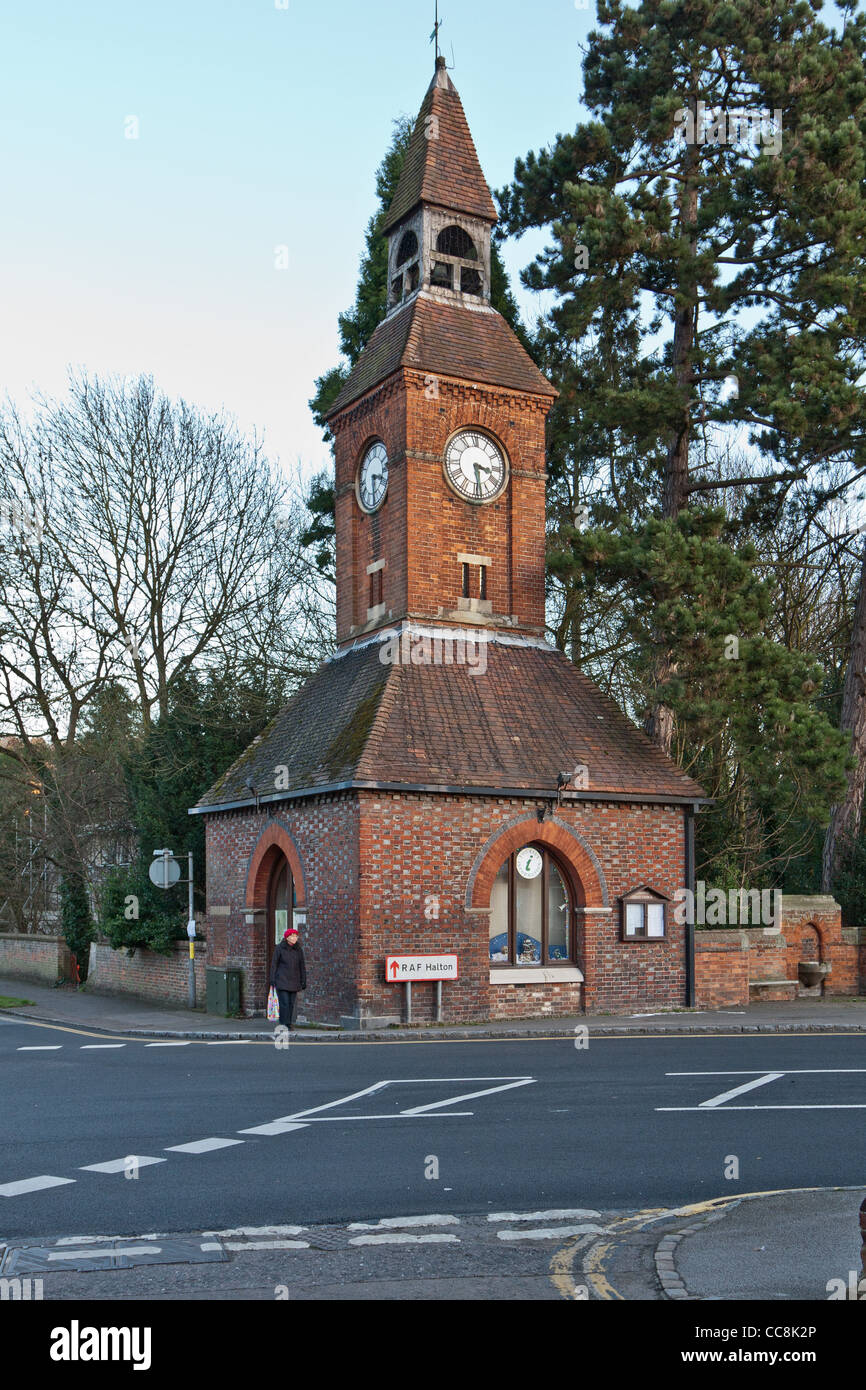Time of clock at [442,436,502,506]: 3:28
